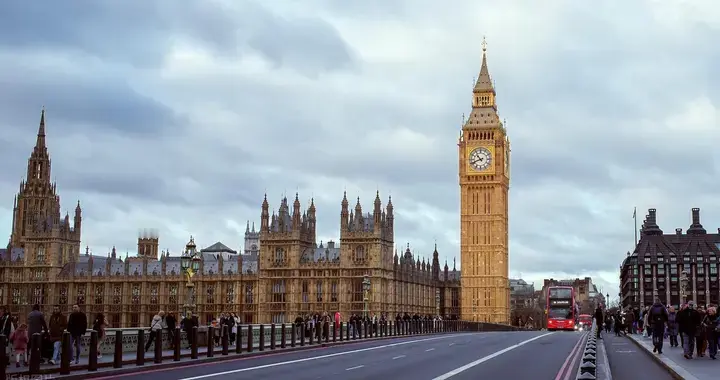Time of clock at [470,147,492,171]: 10:41
